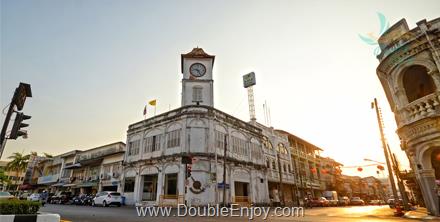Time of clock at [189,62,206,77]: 9:26
